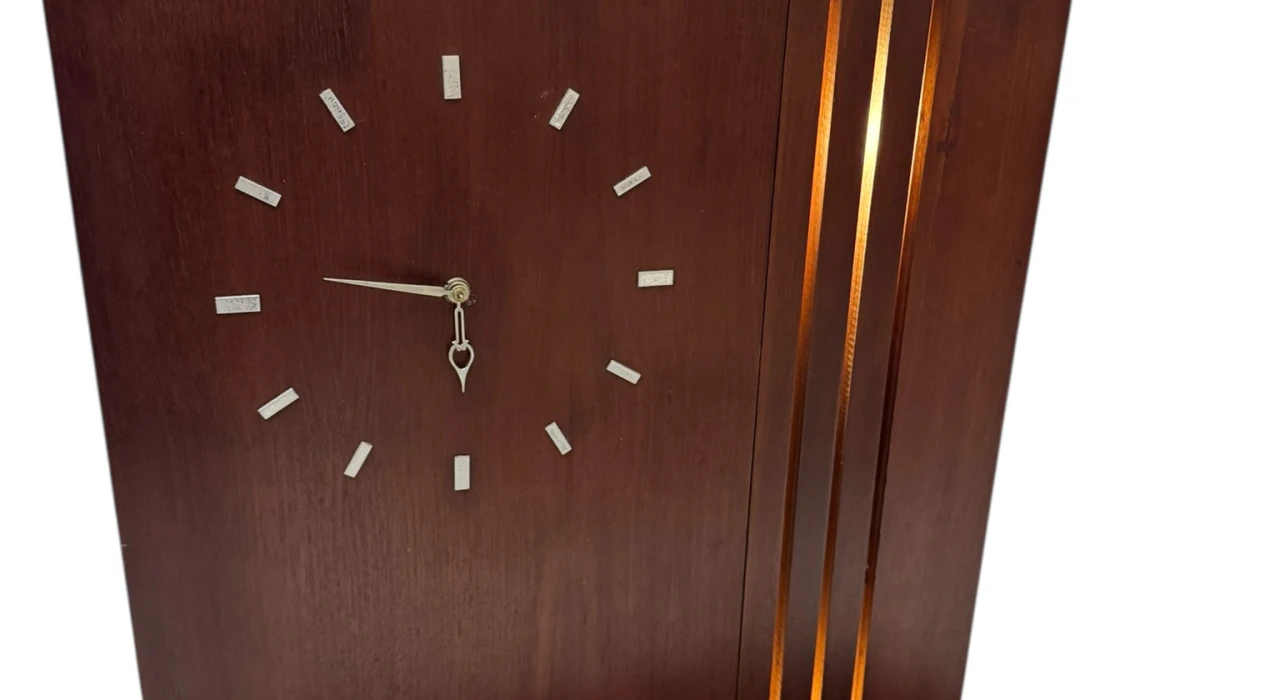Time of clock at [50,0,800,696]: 5:46
